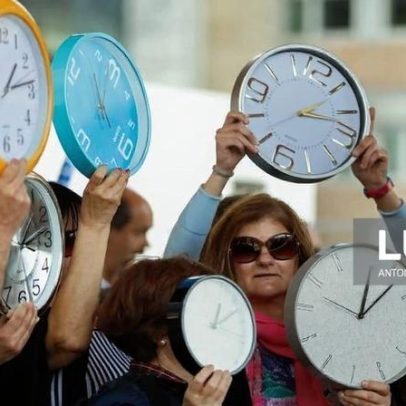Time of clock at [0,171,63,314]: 3:12
